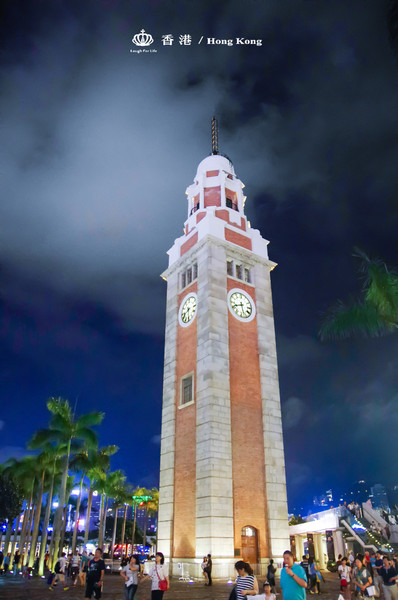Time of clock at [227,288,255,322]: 5:41
